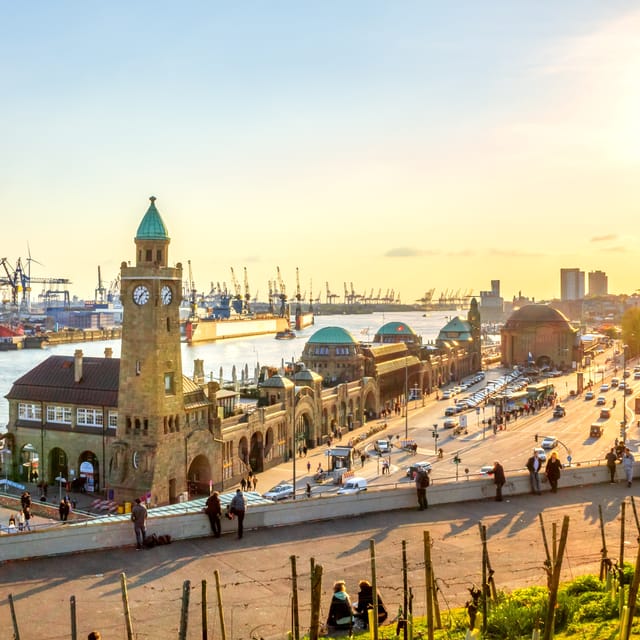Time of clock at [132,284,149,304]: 7:08
